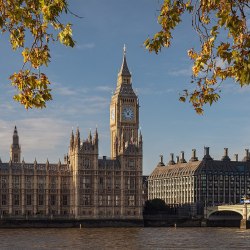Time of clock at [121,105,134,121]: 12:52
